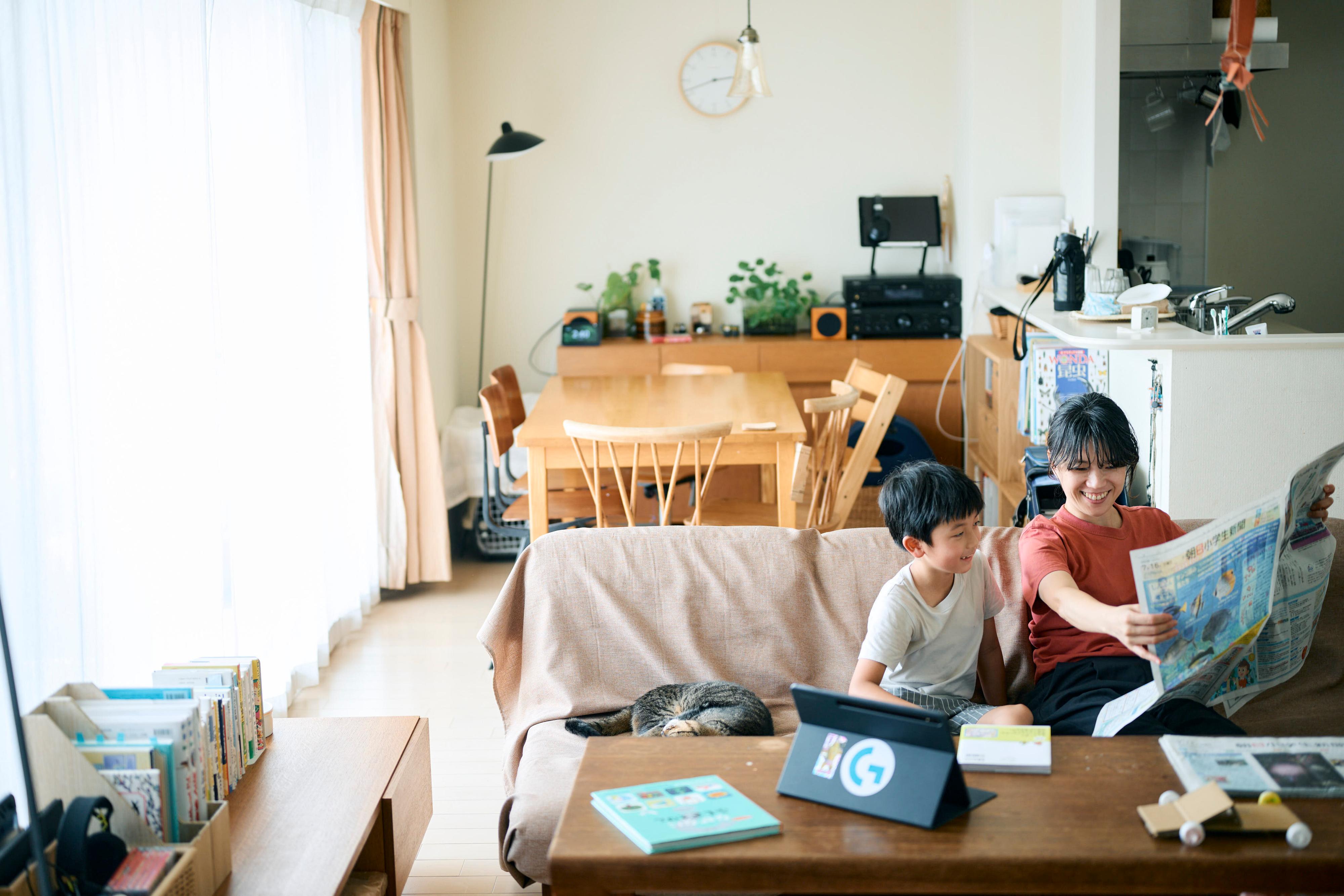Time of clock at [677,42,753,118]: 2:41
